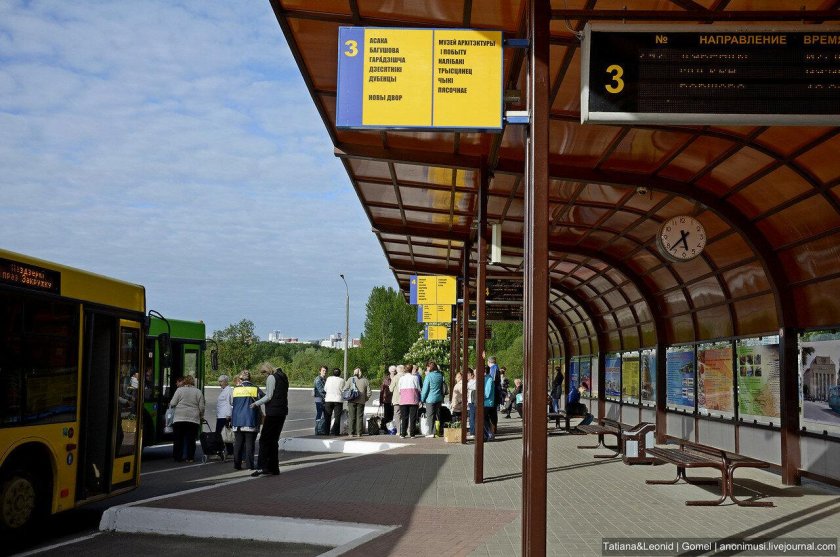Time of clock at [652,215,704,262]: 5:37
